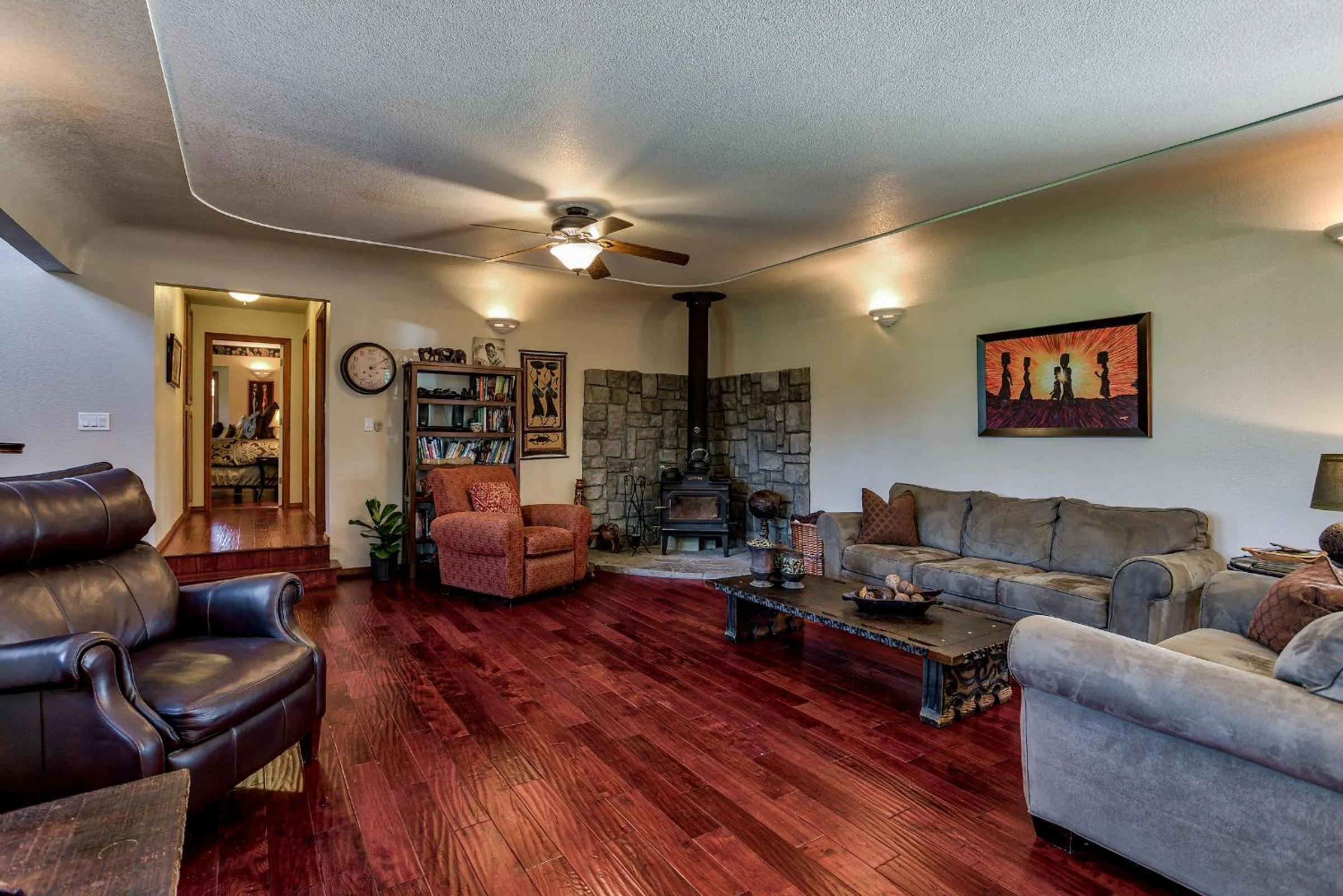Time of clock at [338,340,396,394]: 3:09
